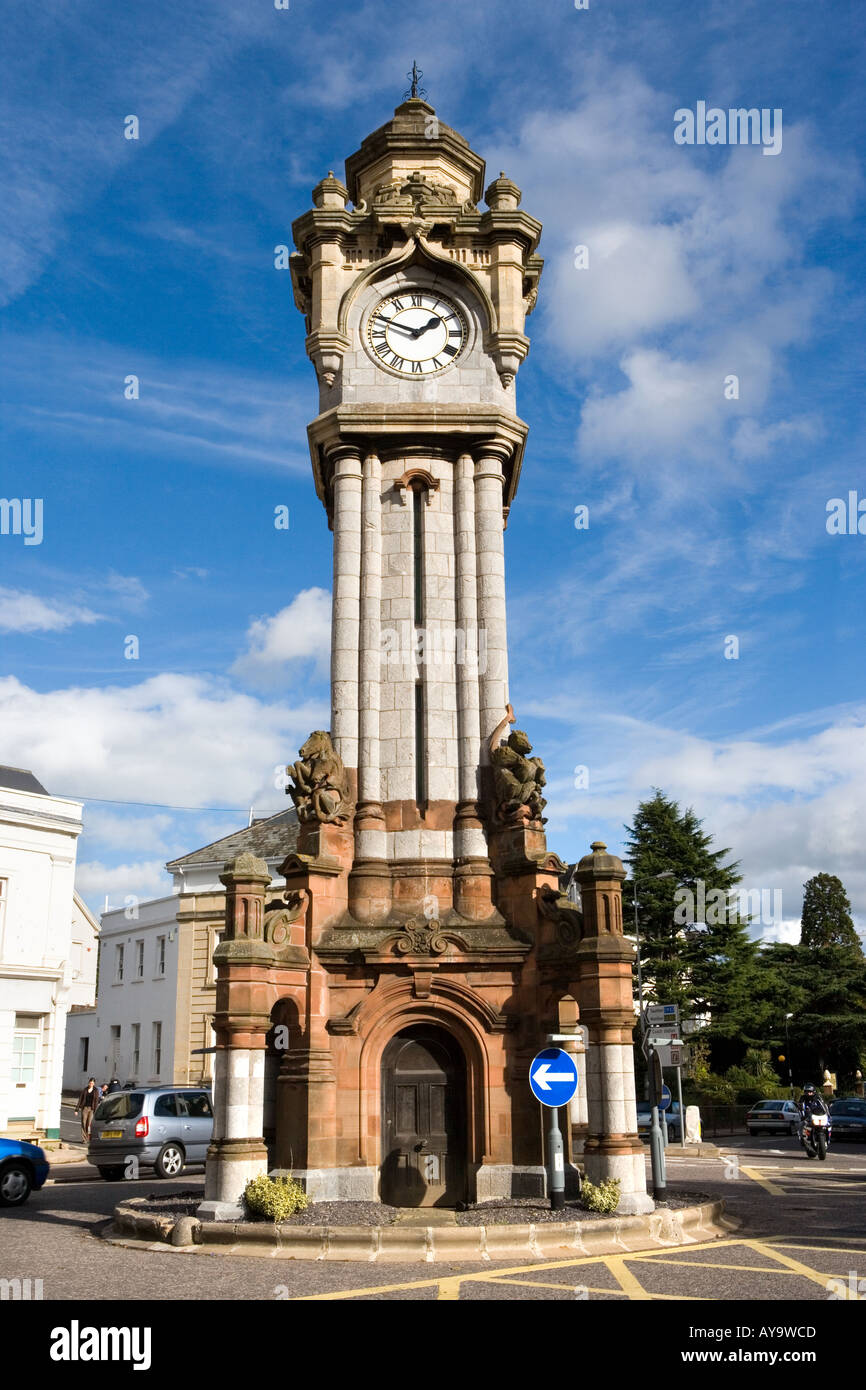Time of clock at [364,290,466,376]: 1:49
